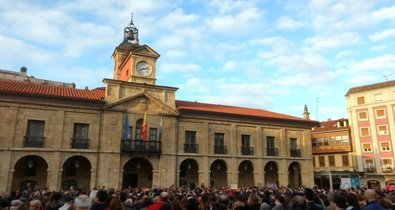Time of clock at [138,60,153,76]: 8:12
